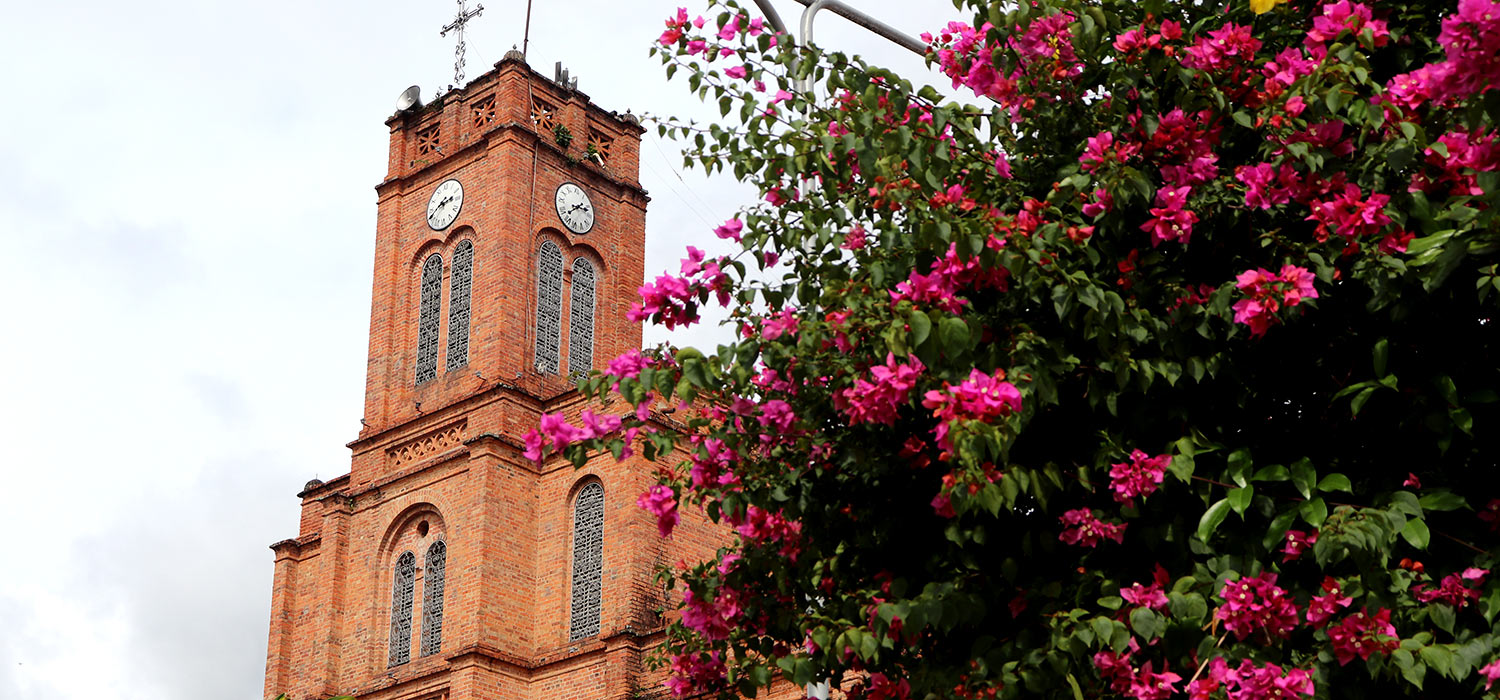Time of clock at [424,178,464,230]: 2:40
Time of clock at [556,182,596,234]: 2:38
